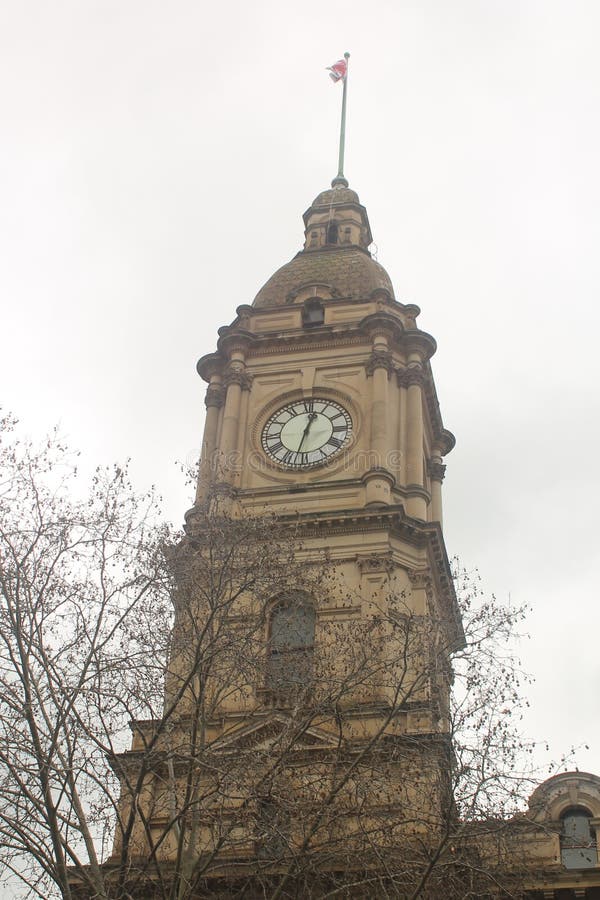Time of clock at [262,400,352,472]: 12:32
